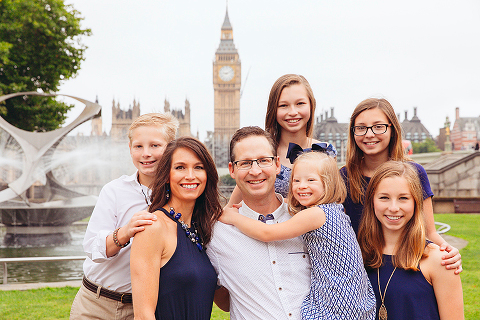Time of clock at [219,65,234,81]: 9:10
